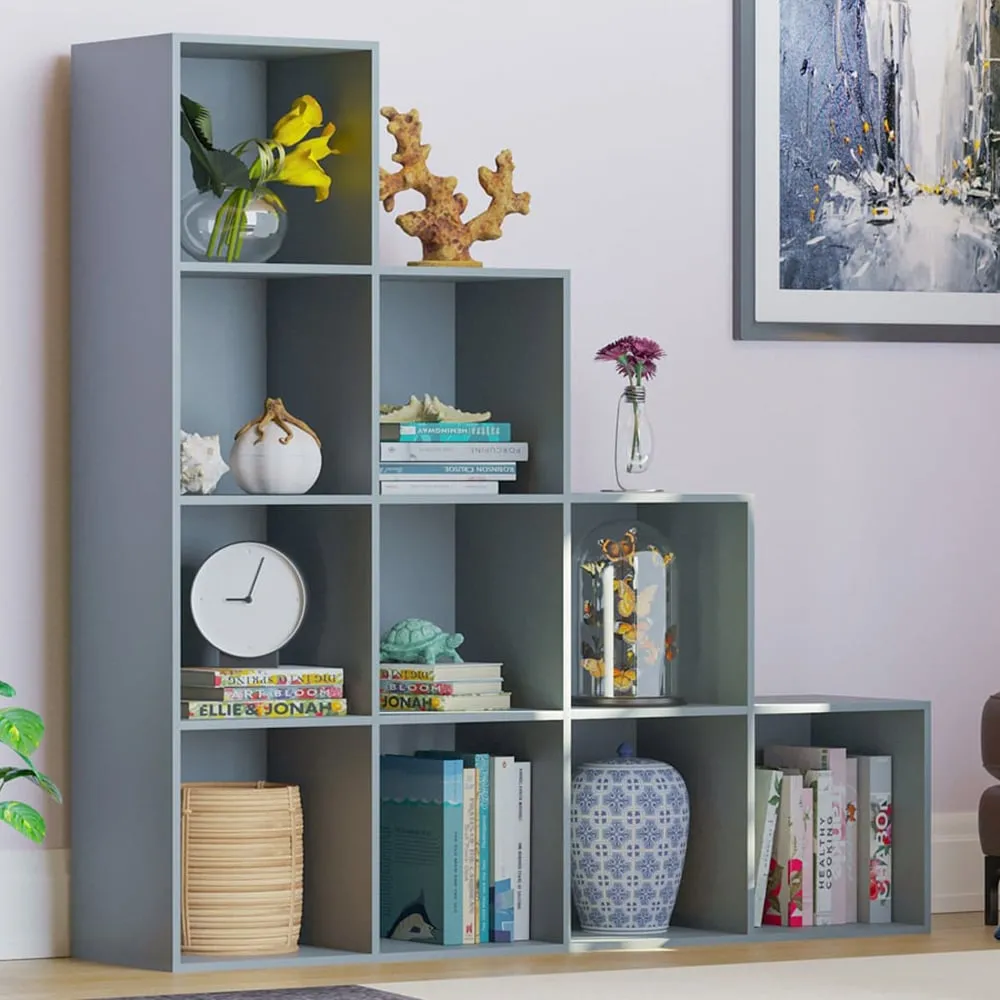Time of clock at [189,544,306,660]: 9:03
